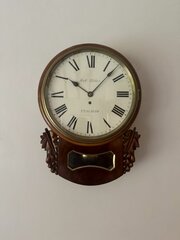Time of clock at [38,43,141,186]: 10:07
